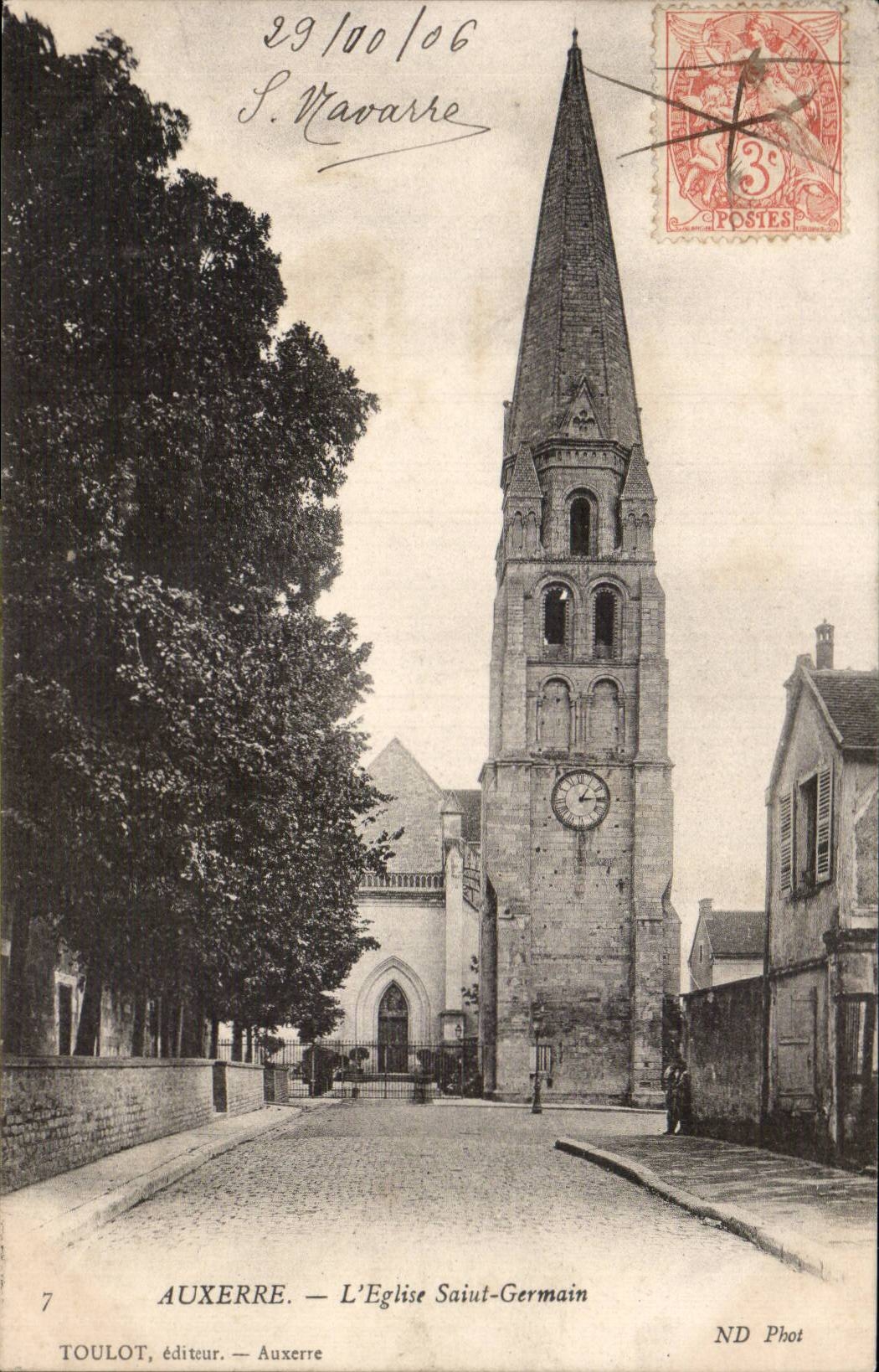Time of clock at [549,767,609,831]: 1:14
